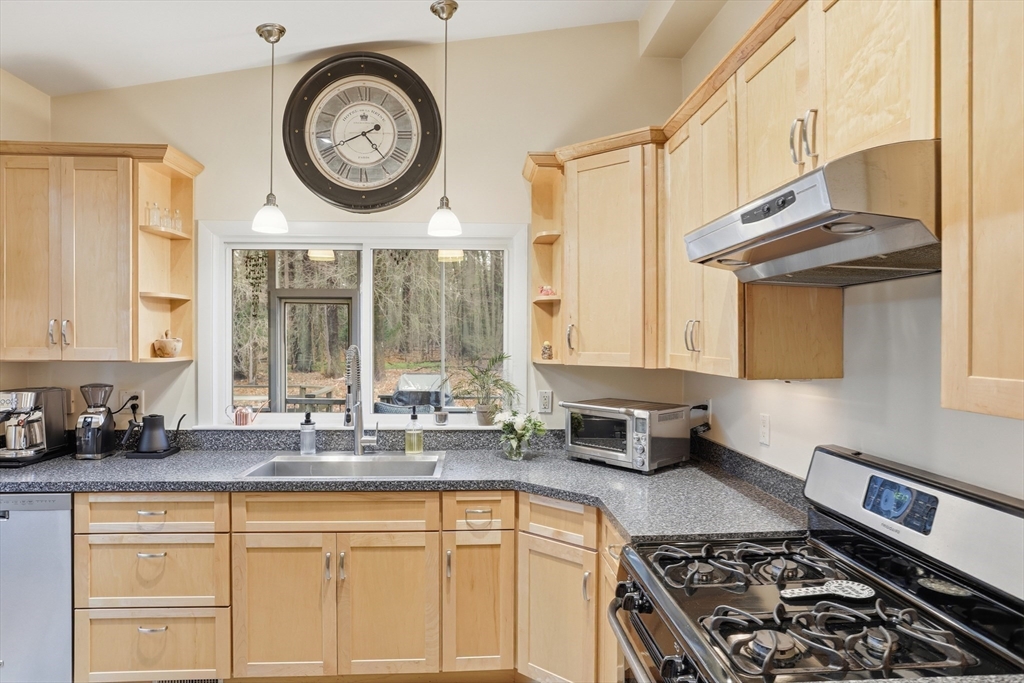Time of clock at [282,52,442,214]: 4:40
